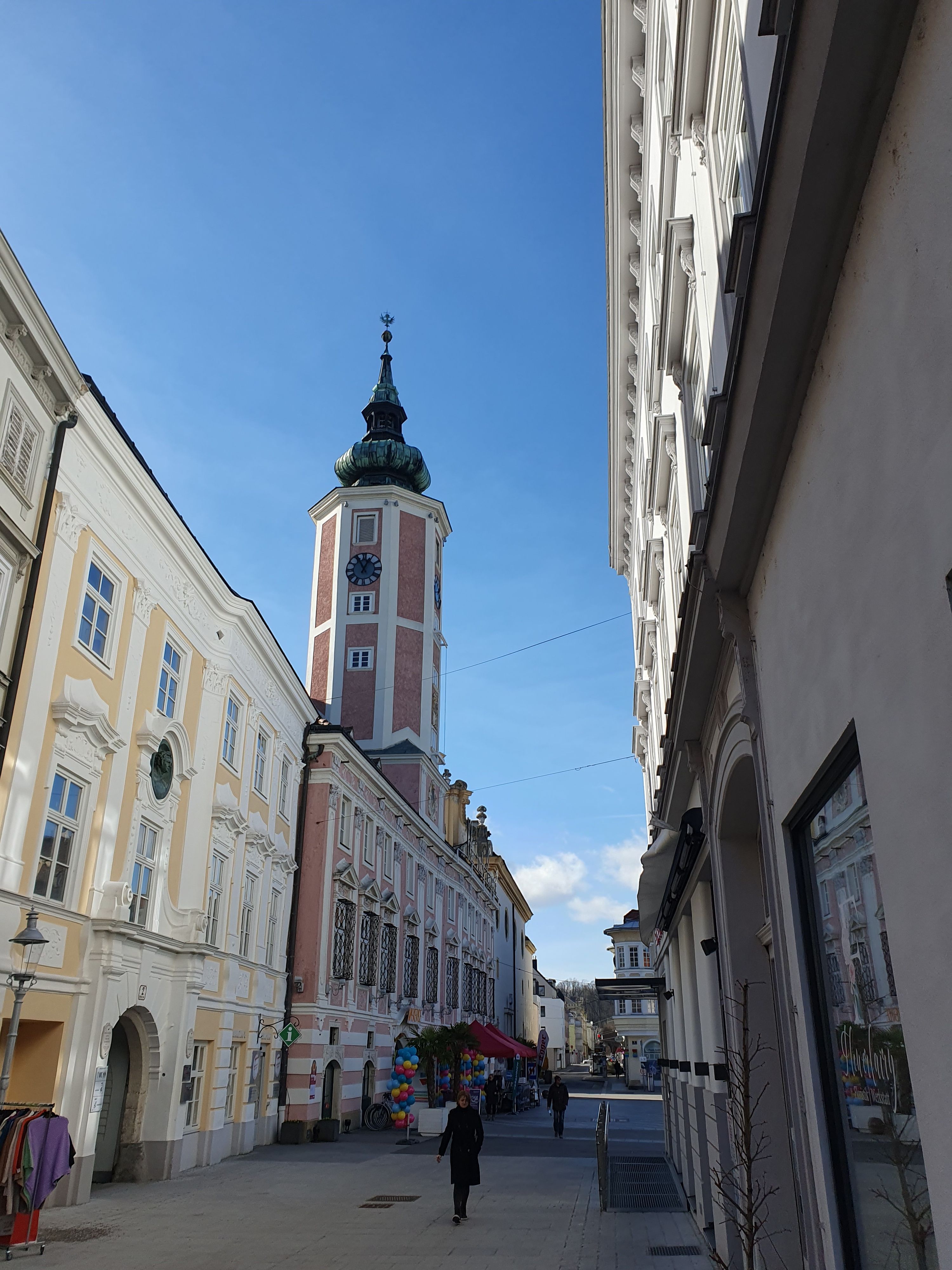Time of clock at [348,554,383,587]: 12:55
